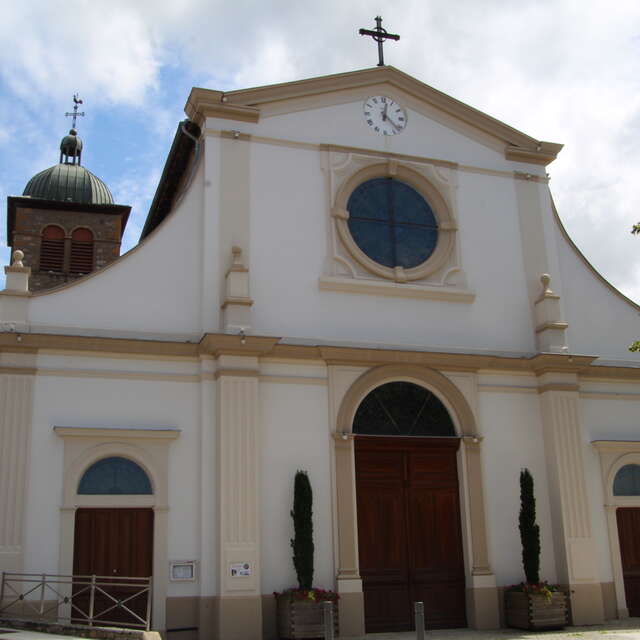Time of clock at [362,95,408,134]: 12:22
